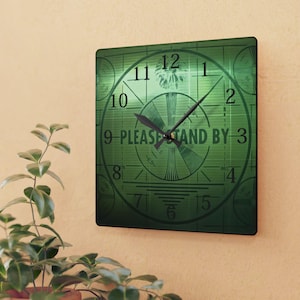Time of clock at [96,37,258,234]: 10:07
